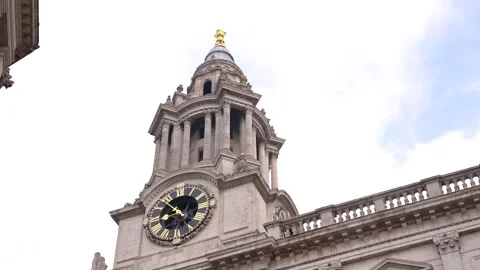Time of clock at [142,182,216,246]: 8:52
